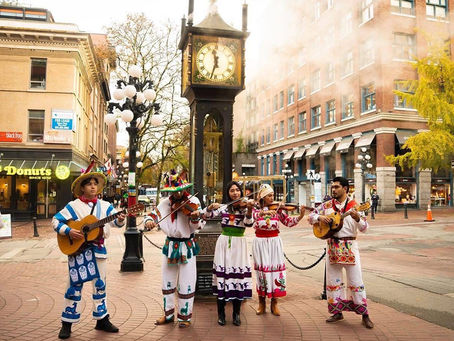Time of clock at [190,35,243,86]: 11:32
